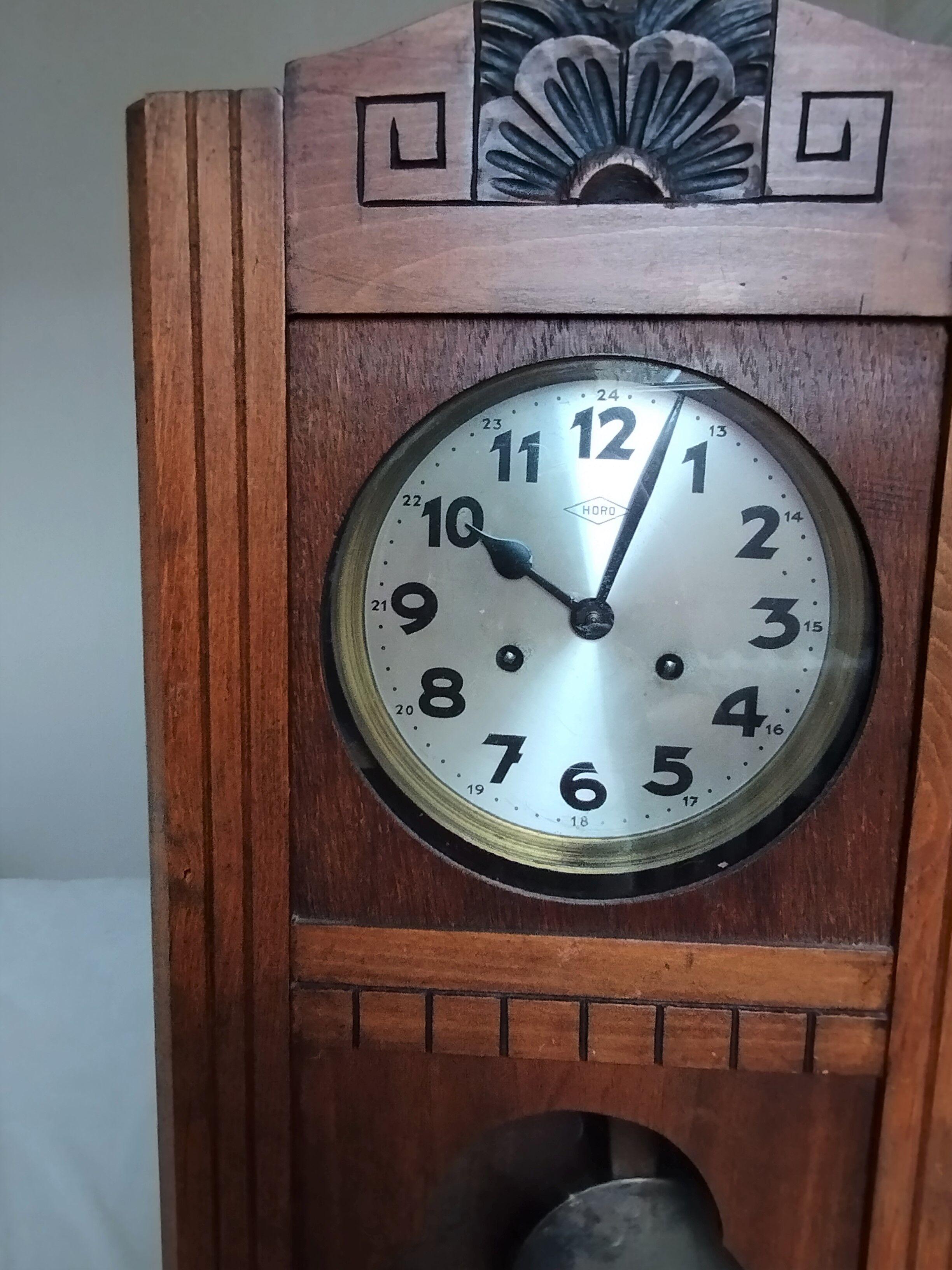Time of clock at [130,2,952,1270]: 10:03
